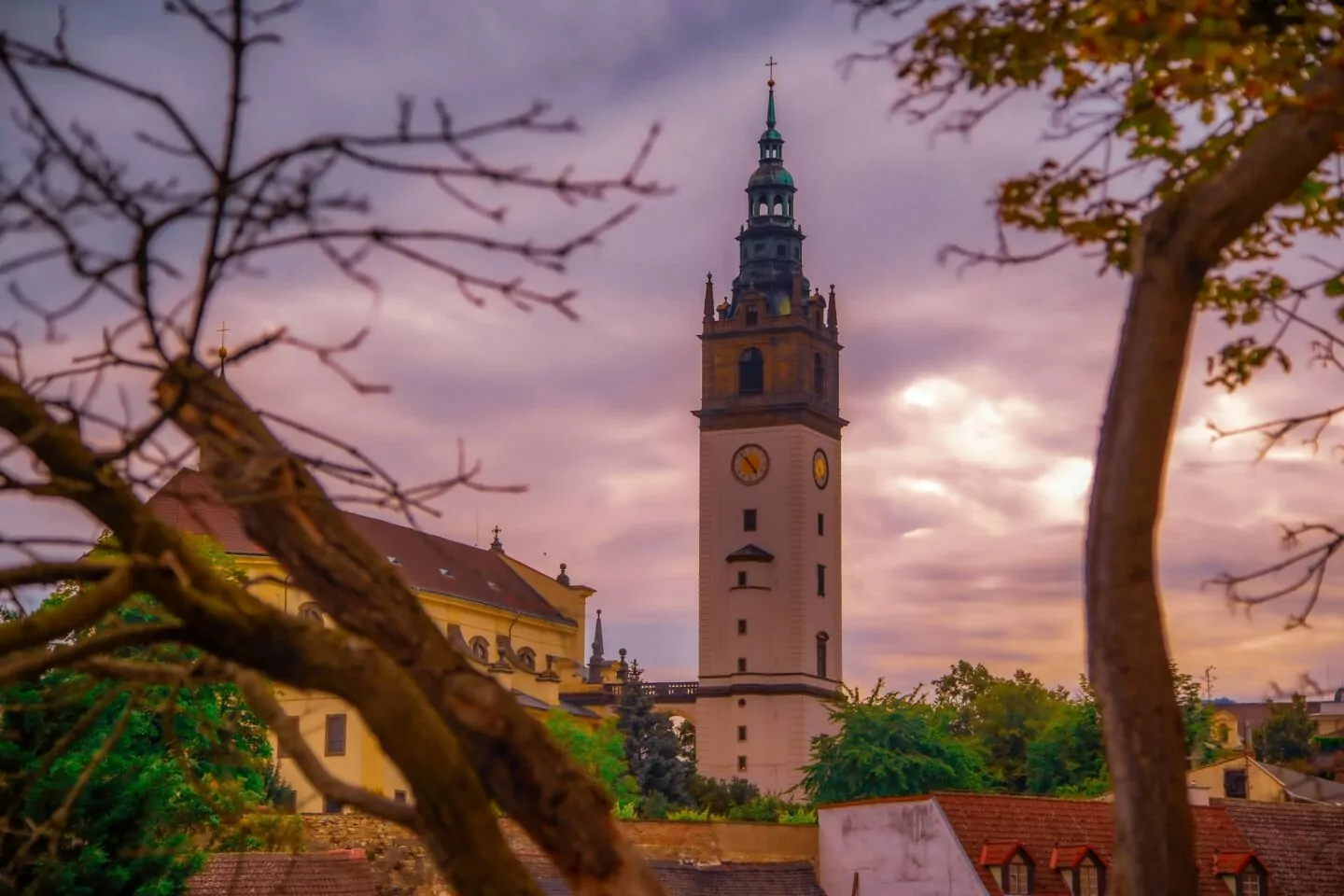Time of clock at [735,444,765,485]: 4:52
